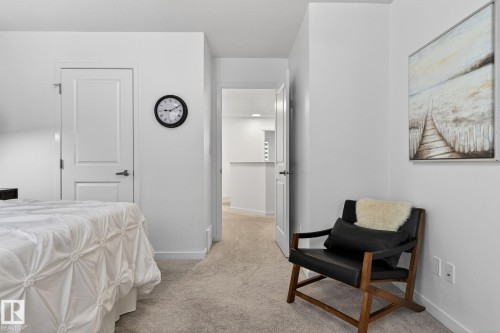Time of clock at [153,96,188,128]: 9:10
